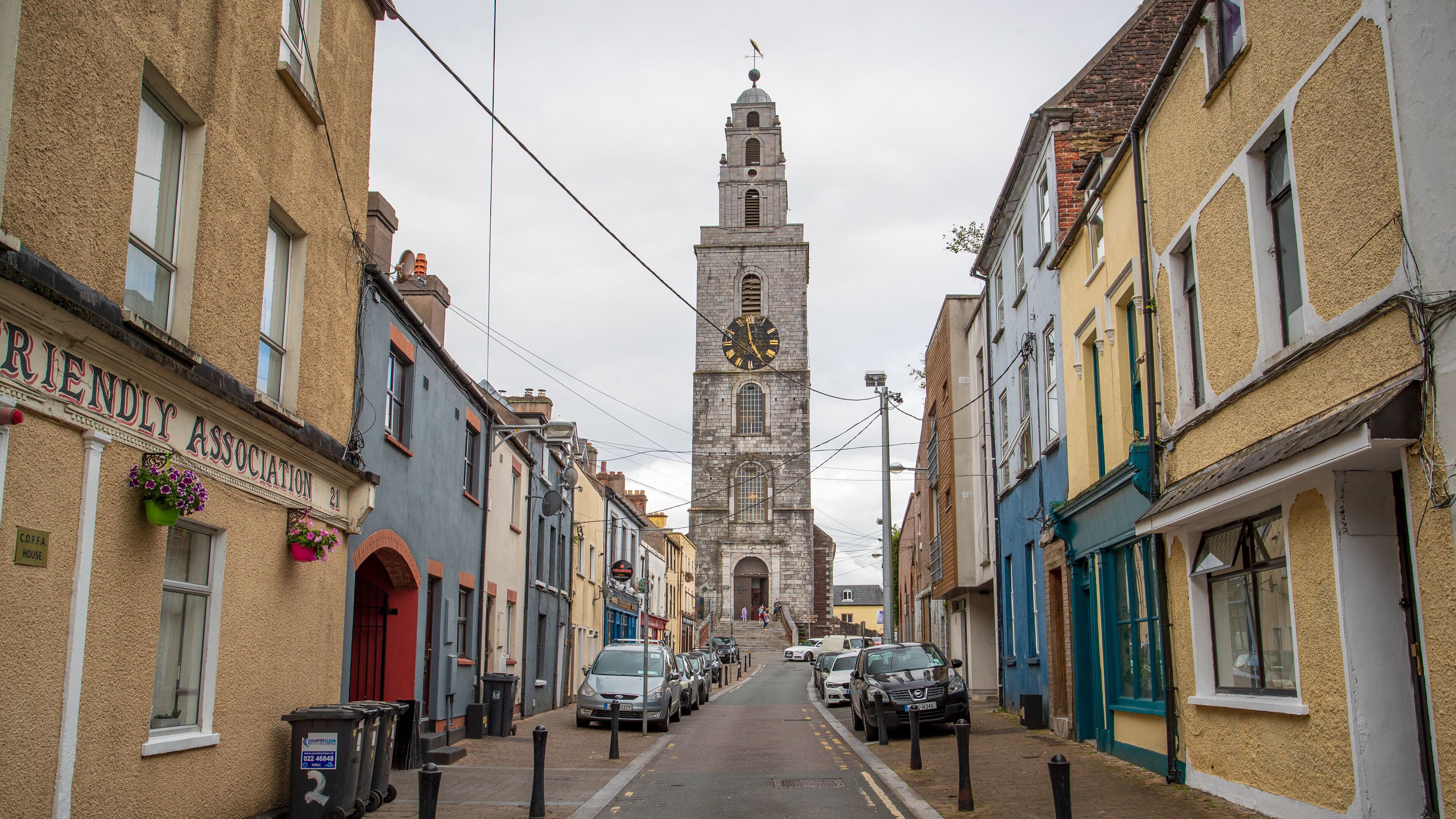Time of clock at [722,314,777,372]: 4:58
